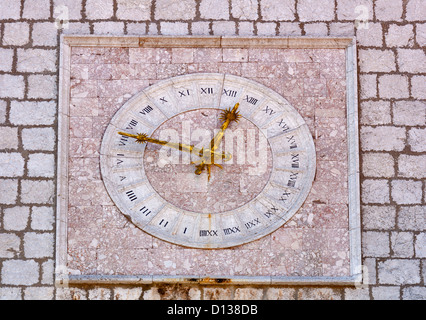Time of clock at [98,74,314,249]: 12:47
